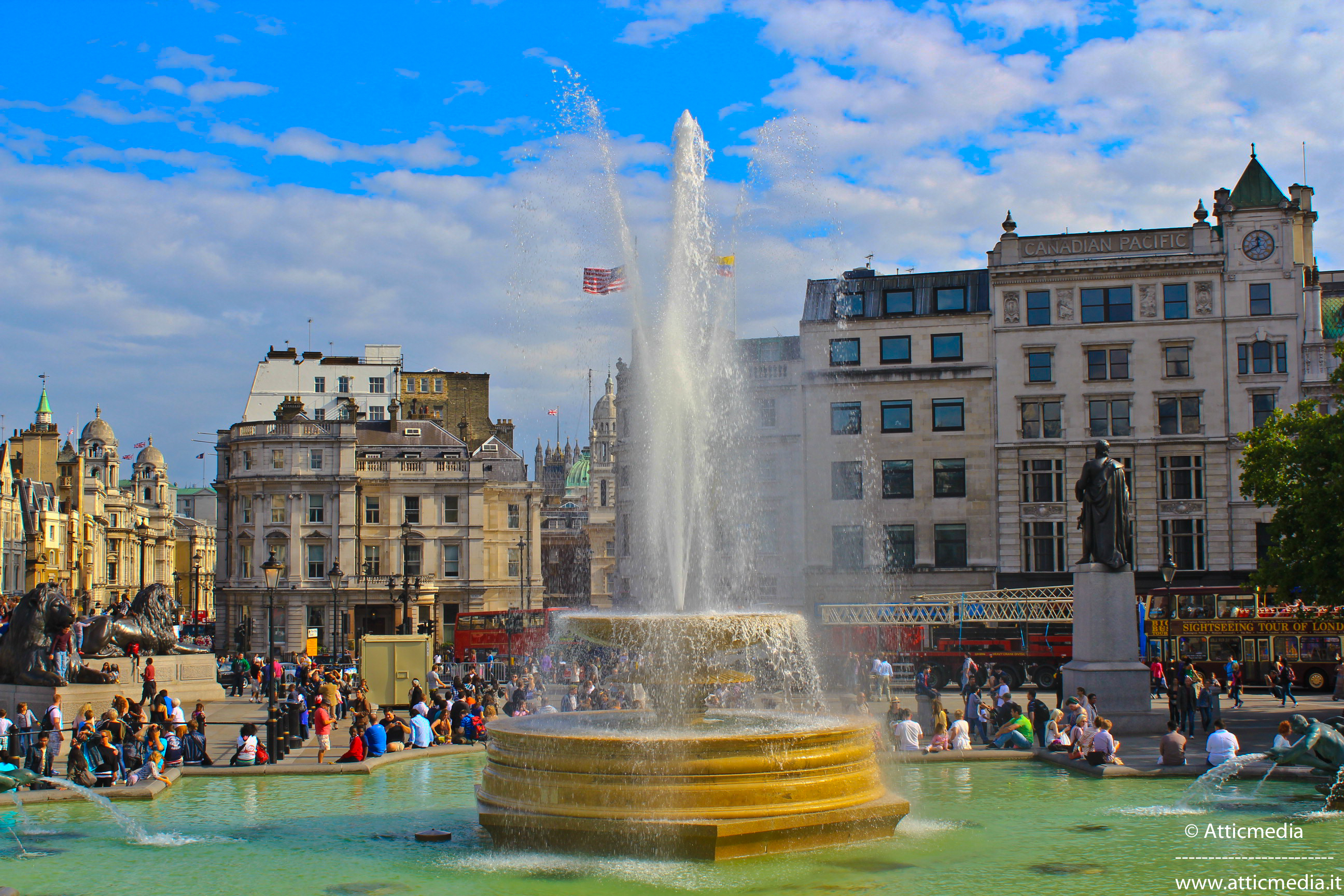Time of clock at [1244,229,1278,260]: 11:40
